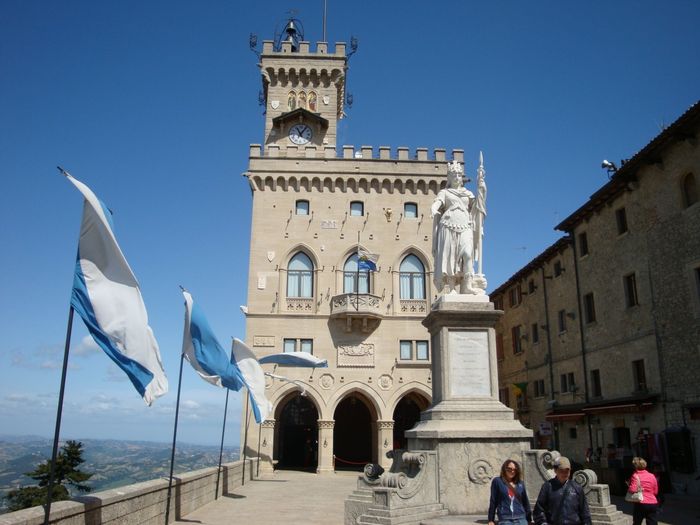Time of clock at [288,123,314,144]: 11:05
